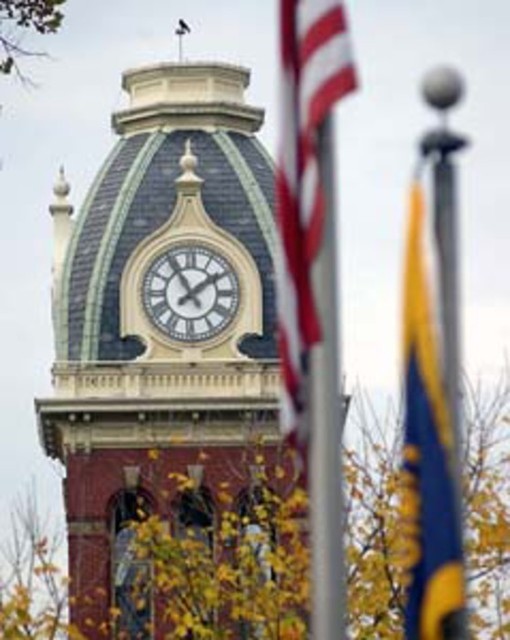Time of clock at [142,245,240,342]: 1:54
